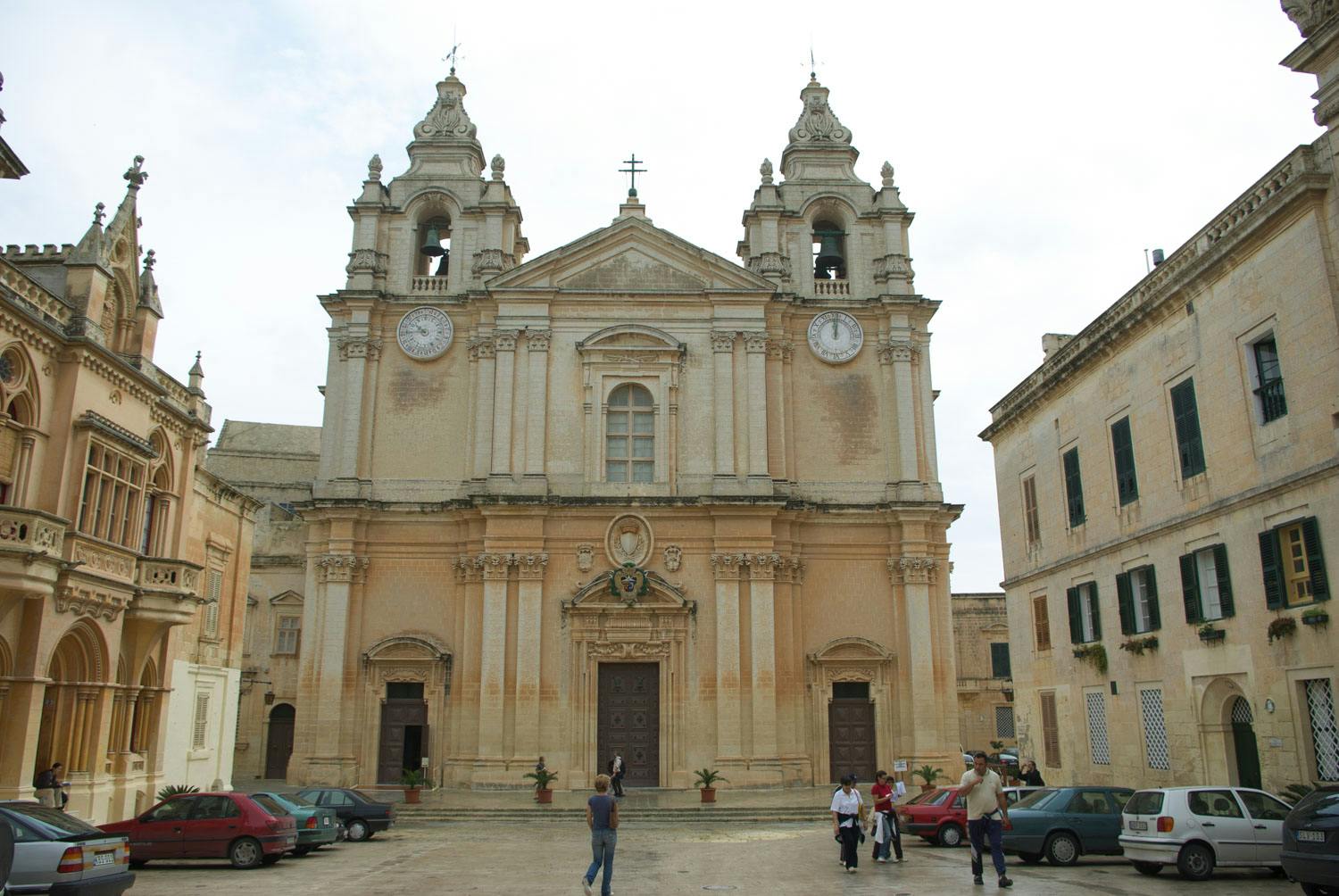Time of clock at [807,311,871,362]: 12:01
